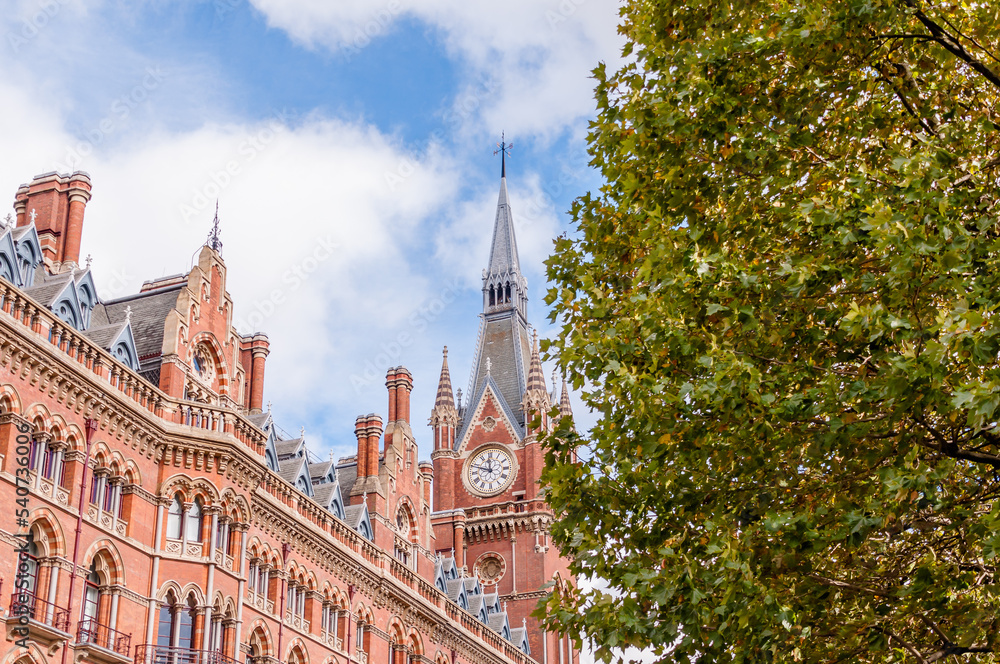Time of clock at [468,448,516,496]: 11:48
